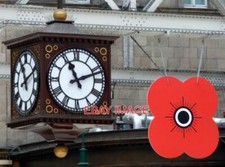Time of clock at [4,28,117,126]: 11:11
